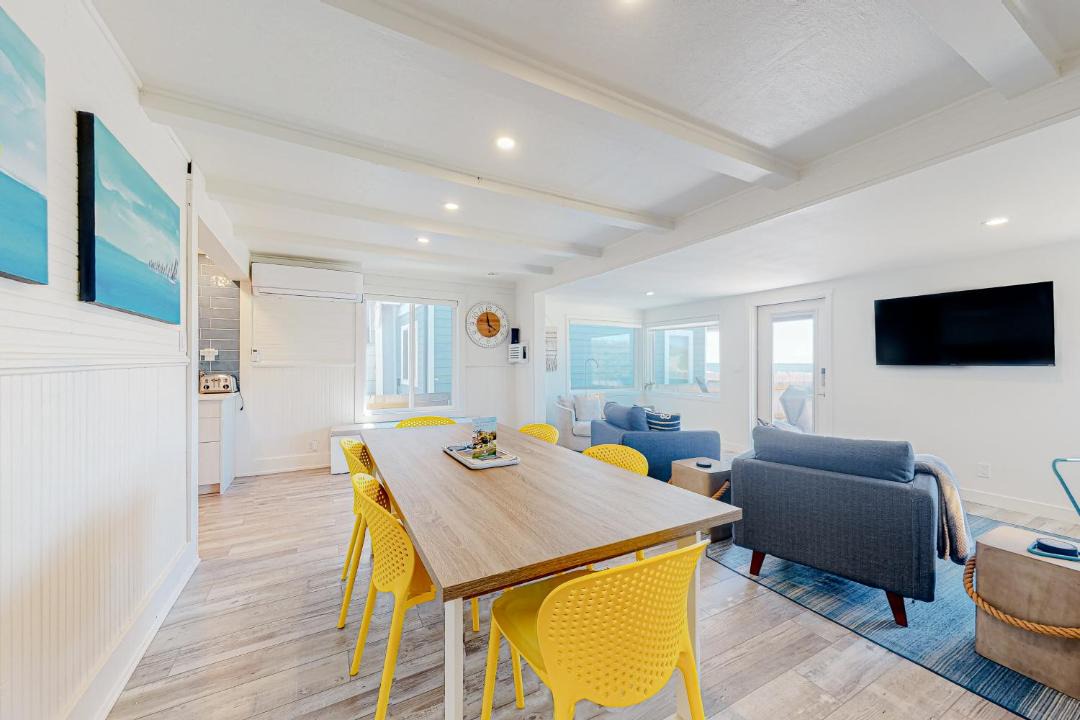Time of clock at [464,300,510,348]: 3:58
